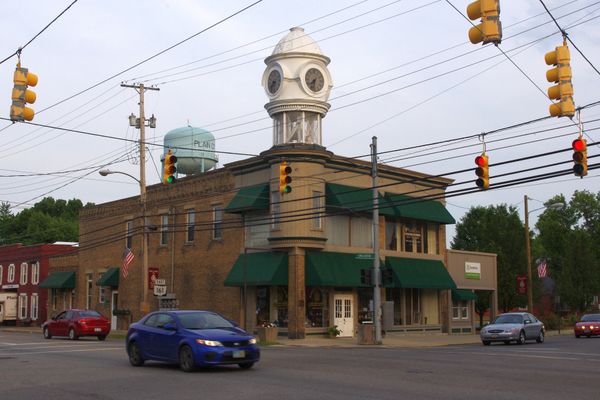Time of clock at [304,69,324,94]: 7:32
